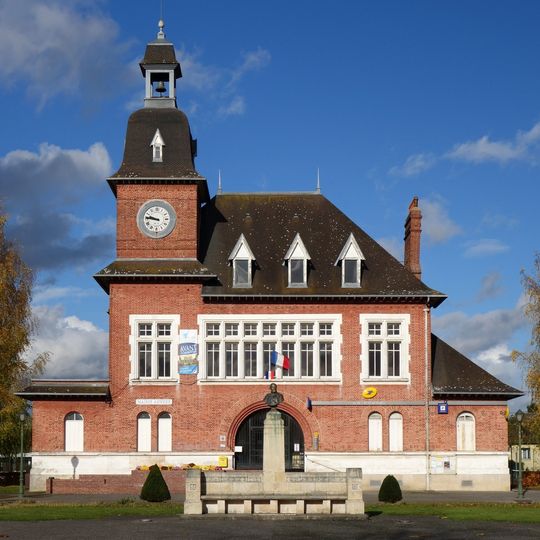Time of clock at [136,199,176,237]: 9:45
